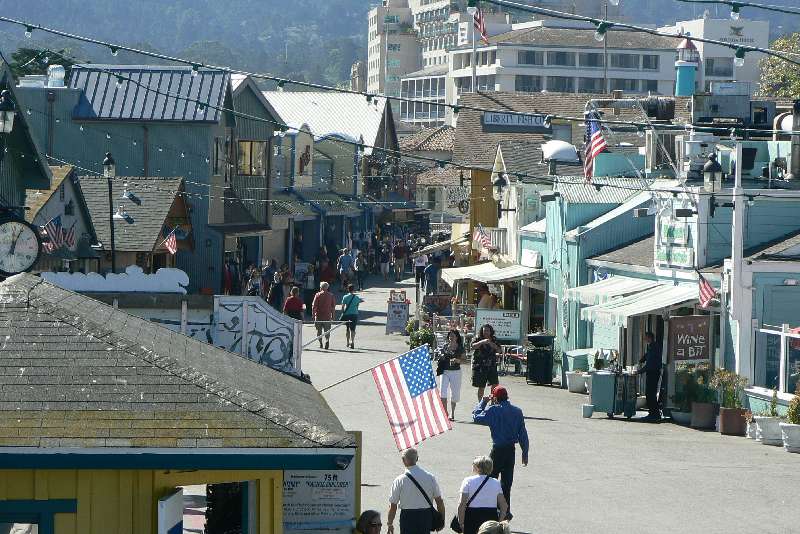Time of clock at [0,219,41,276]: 12:04
